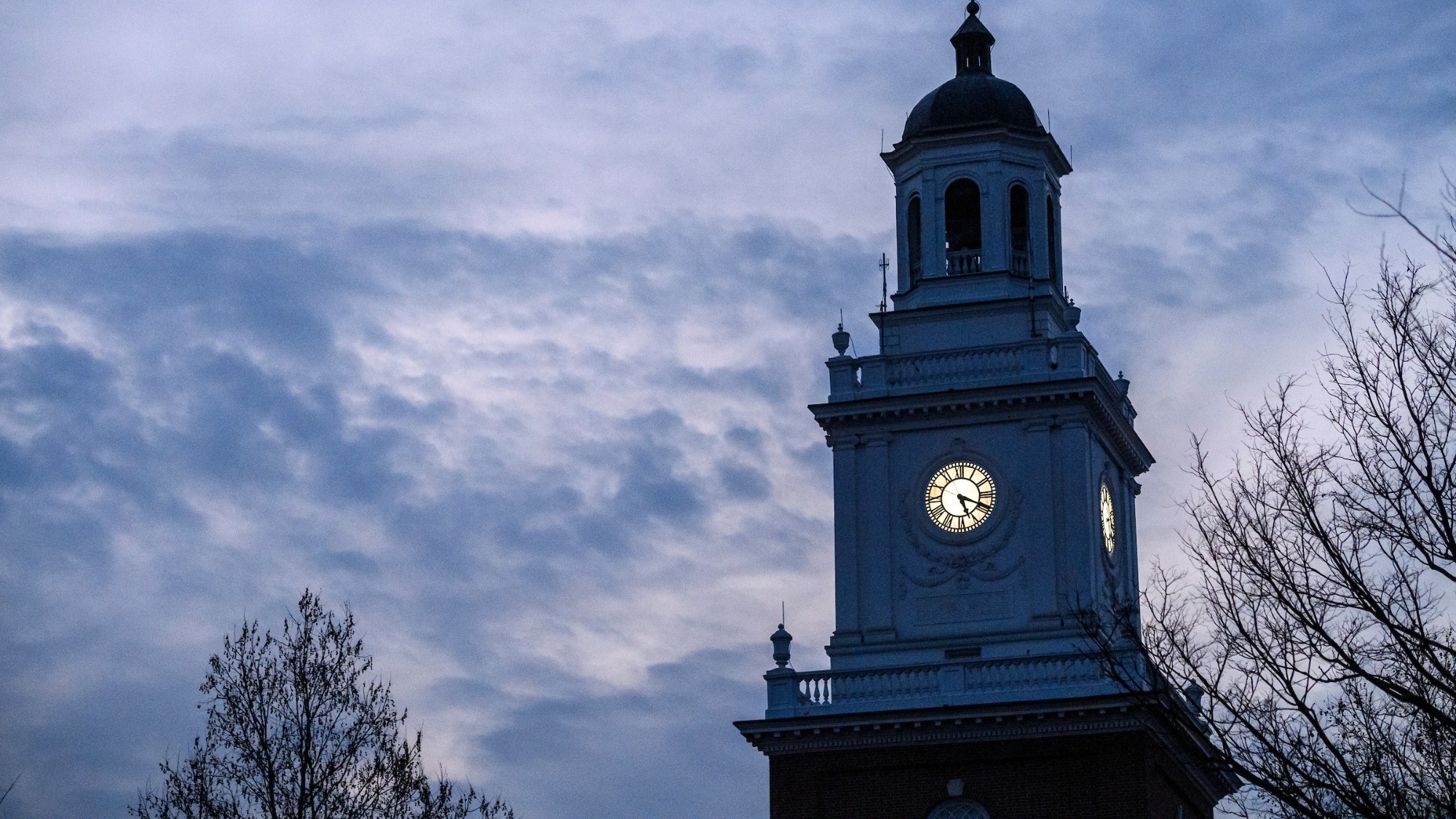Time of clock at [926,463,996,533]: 5:18
